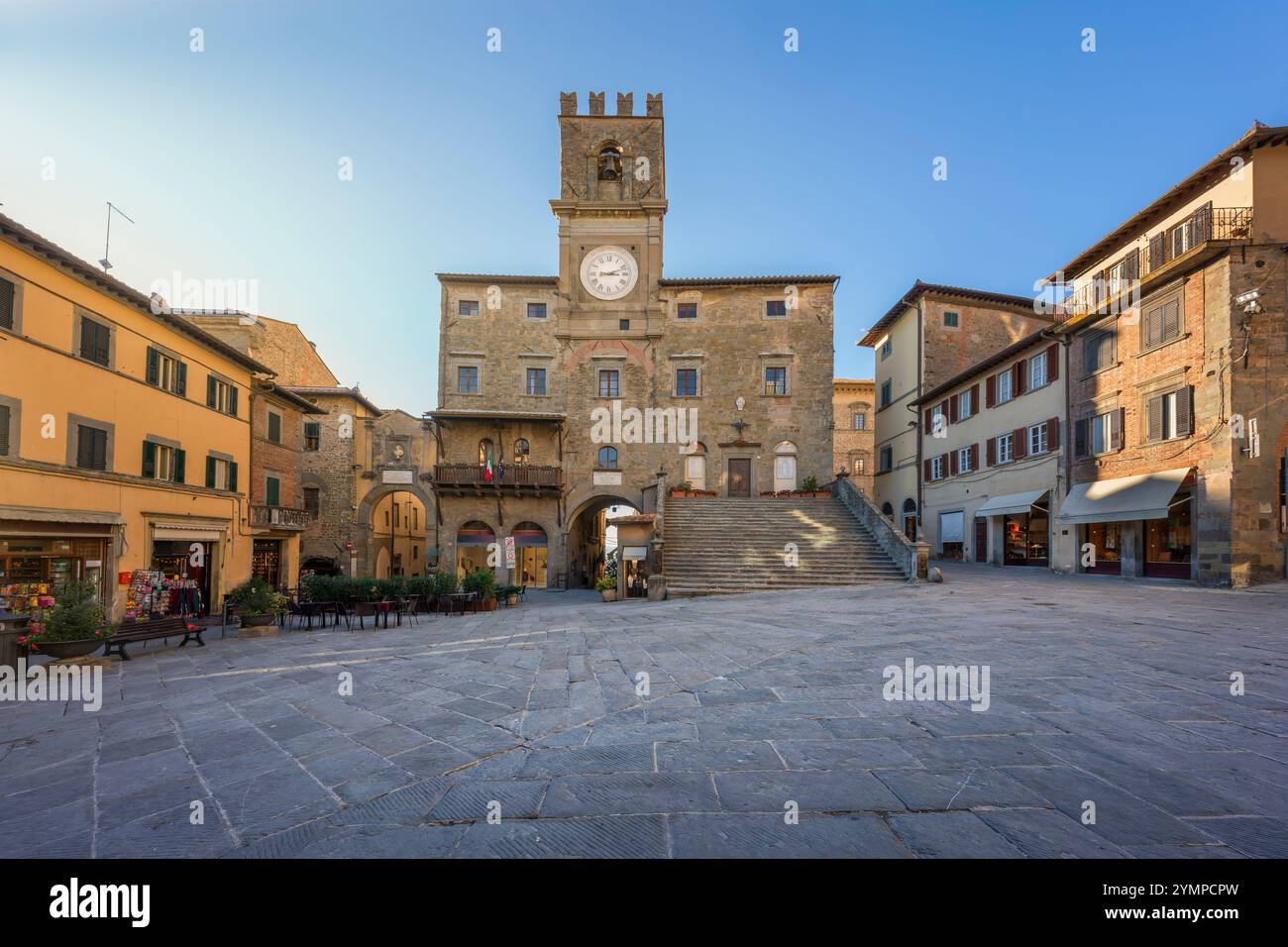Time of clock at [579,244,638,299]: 3:11
